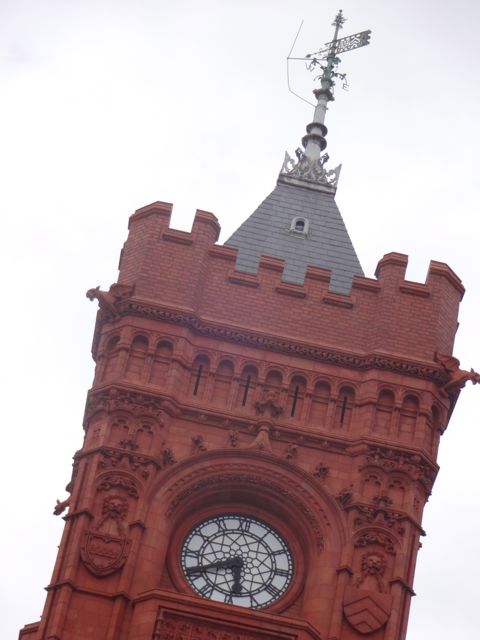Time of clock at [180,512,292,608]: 5:40
